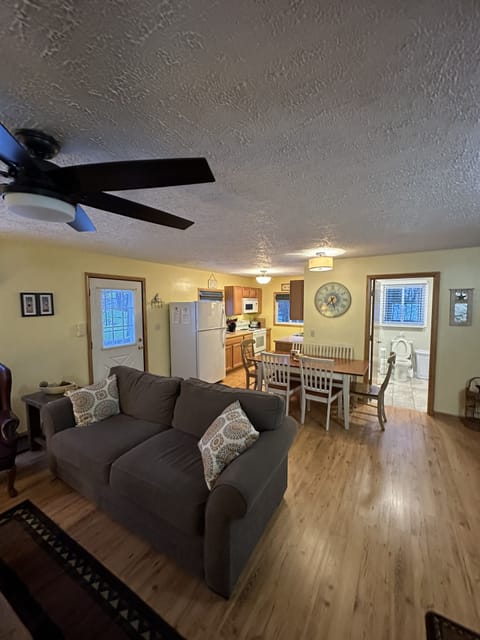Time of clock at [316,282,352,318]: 7:27
